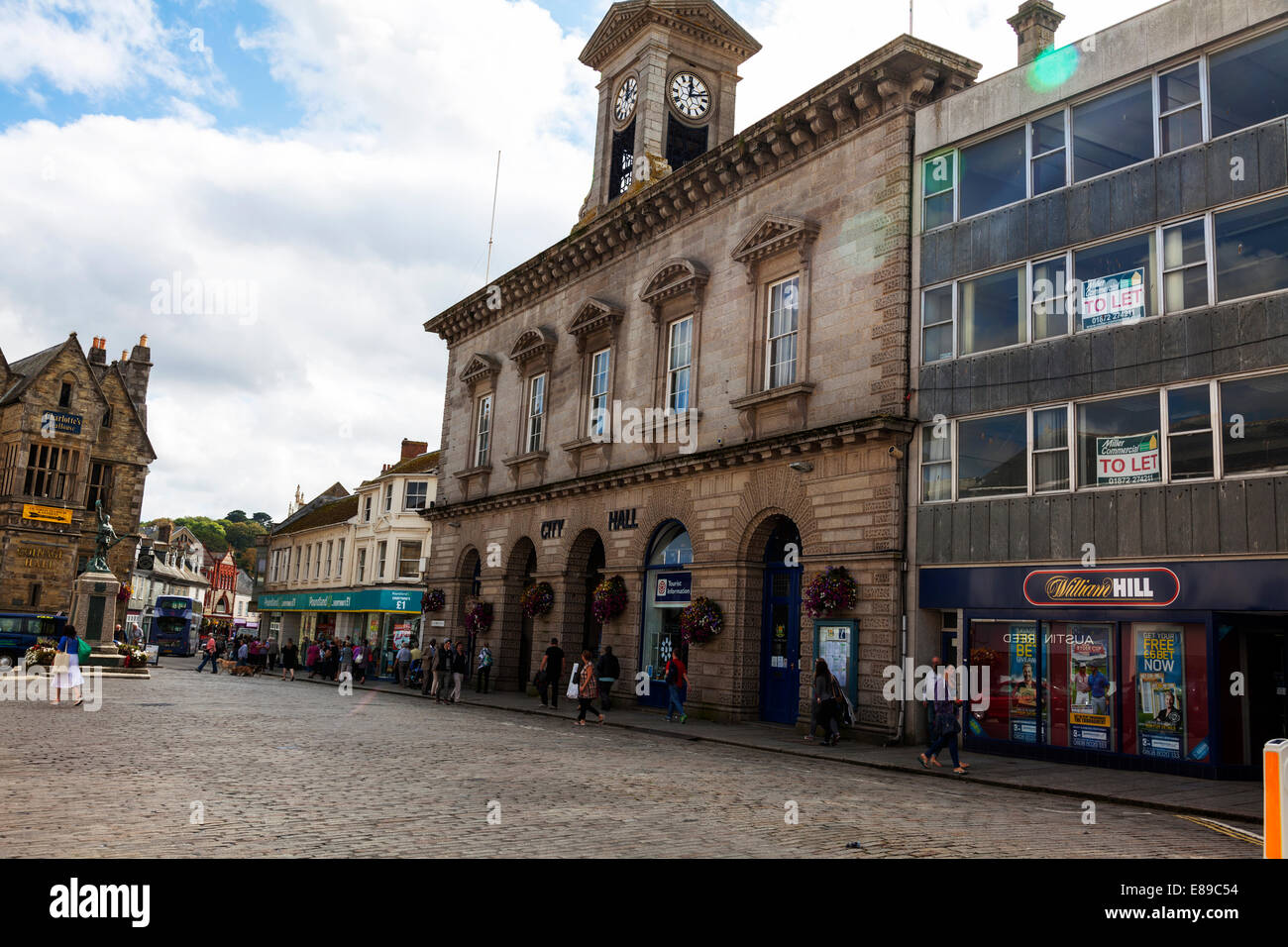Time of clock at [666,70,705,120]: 12:12
